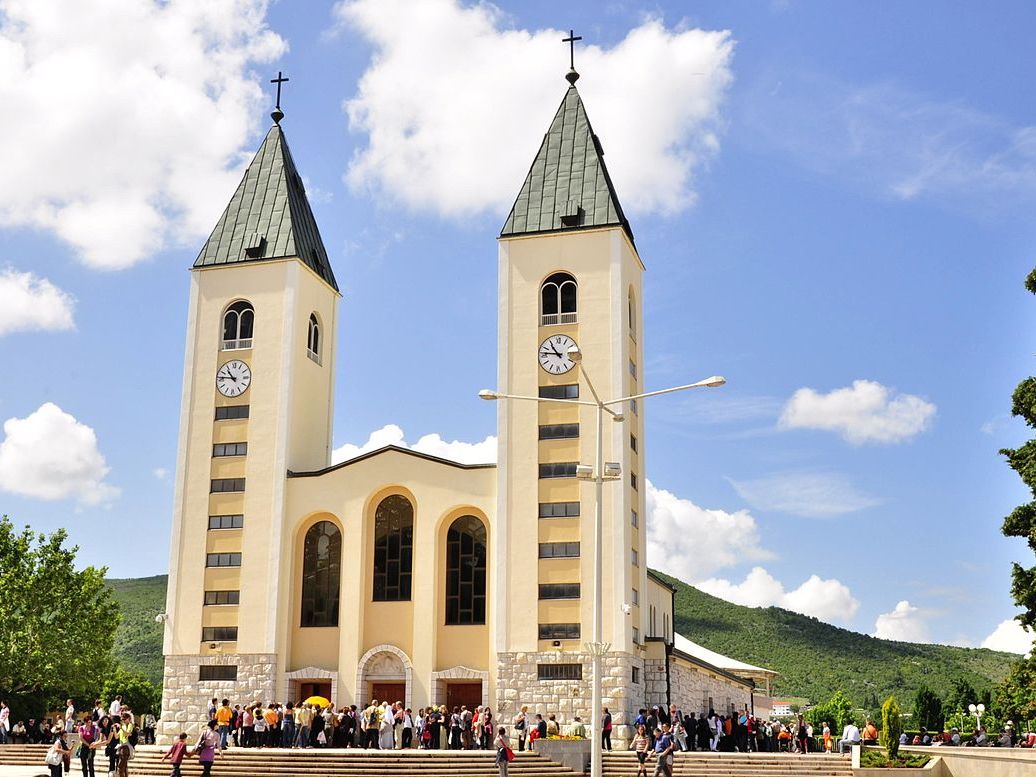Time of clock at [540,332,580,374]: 10:46
